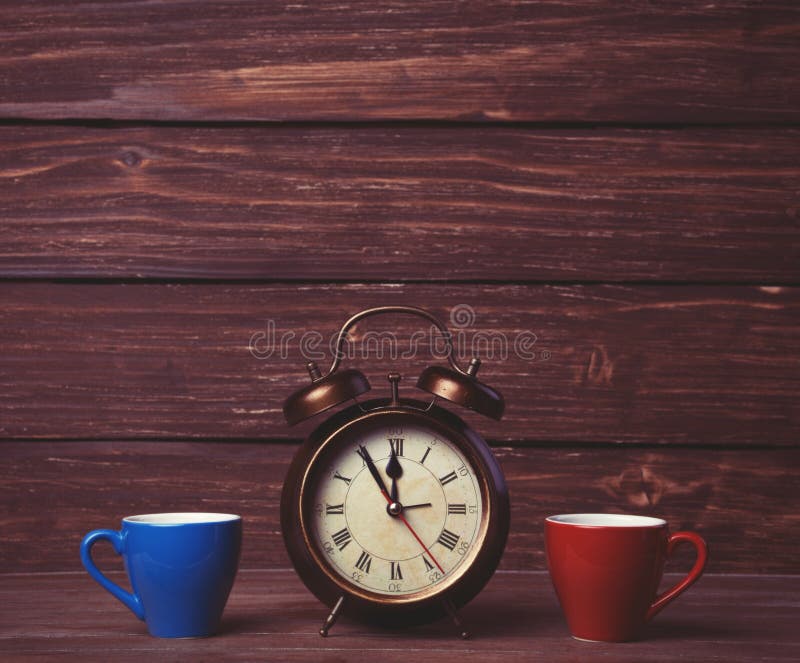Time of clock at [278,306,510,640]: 11:54
